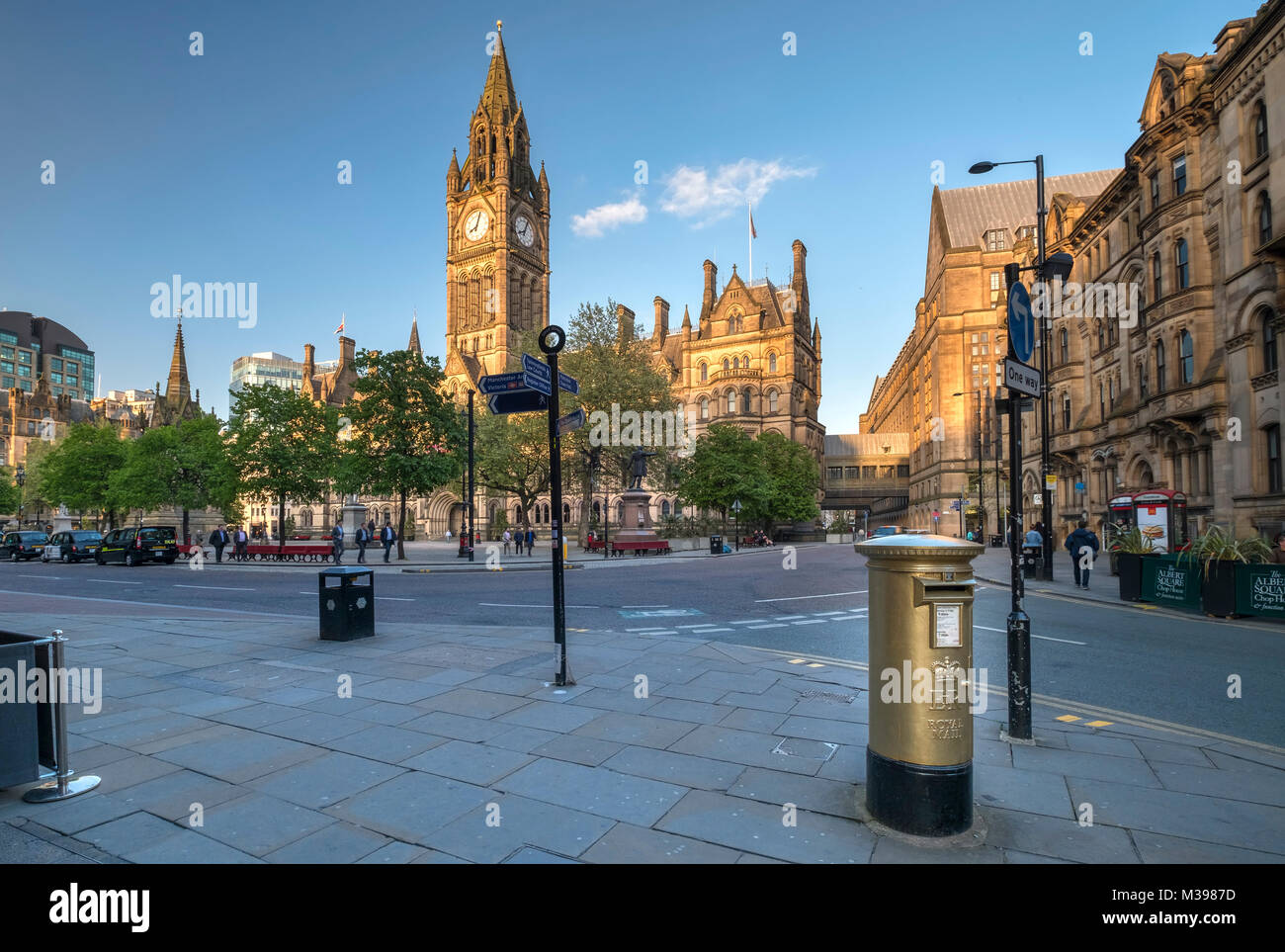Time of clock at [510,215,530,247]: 8:04
